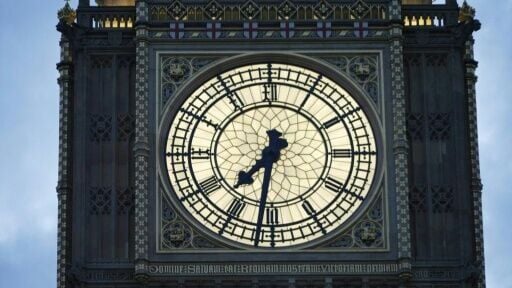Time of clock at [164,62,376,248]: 7:31
